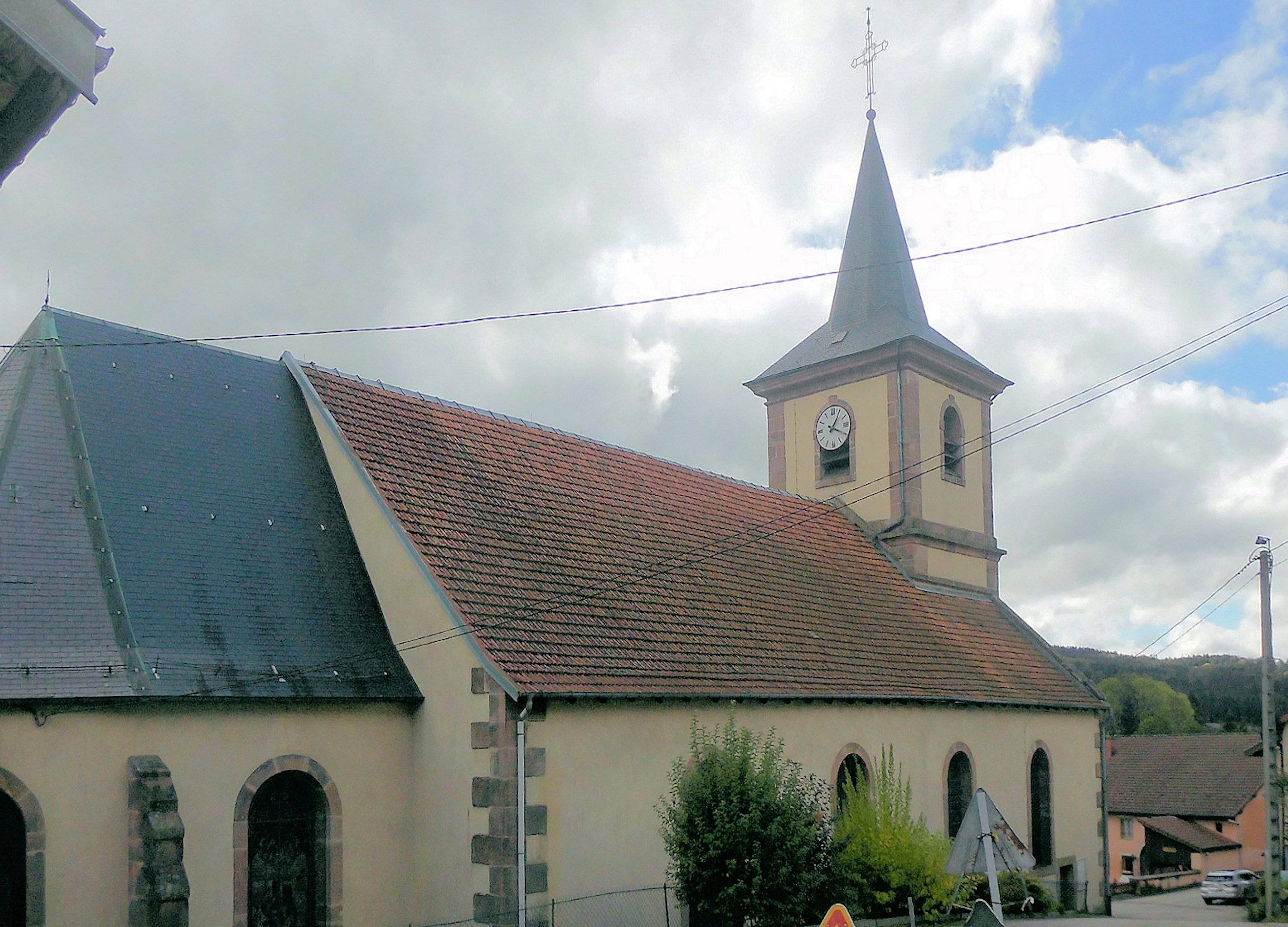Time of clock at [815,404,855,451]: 4:05
